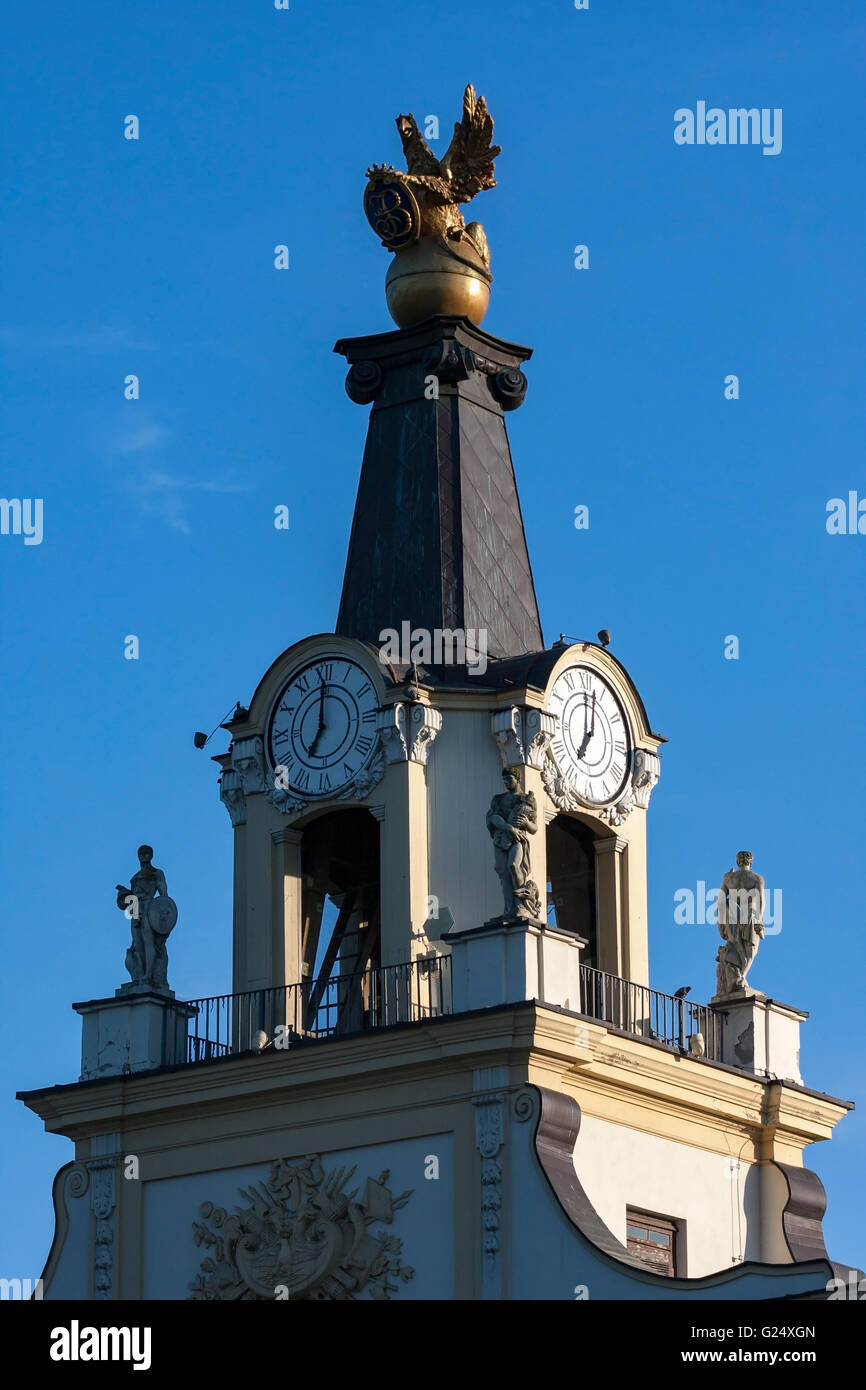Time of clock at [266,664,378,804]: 7:00
